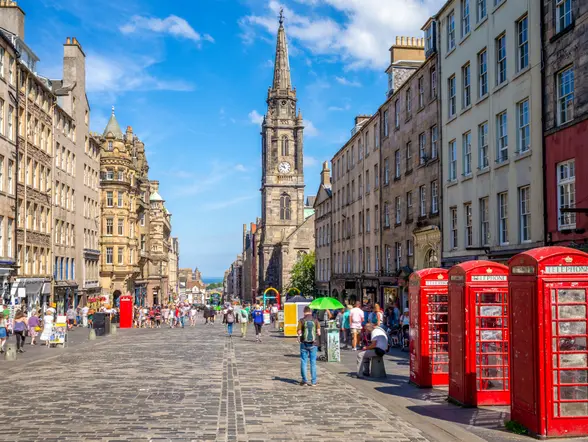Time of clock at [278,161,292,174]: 9:57
